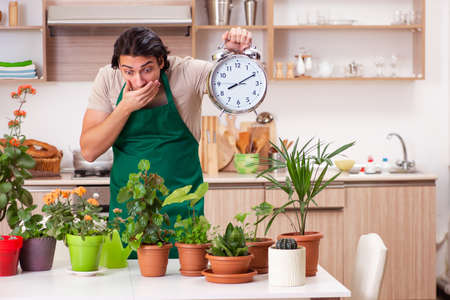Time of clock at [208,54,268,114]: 8:10
